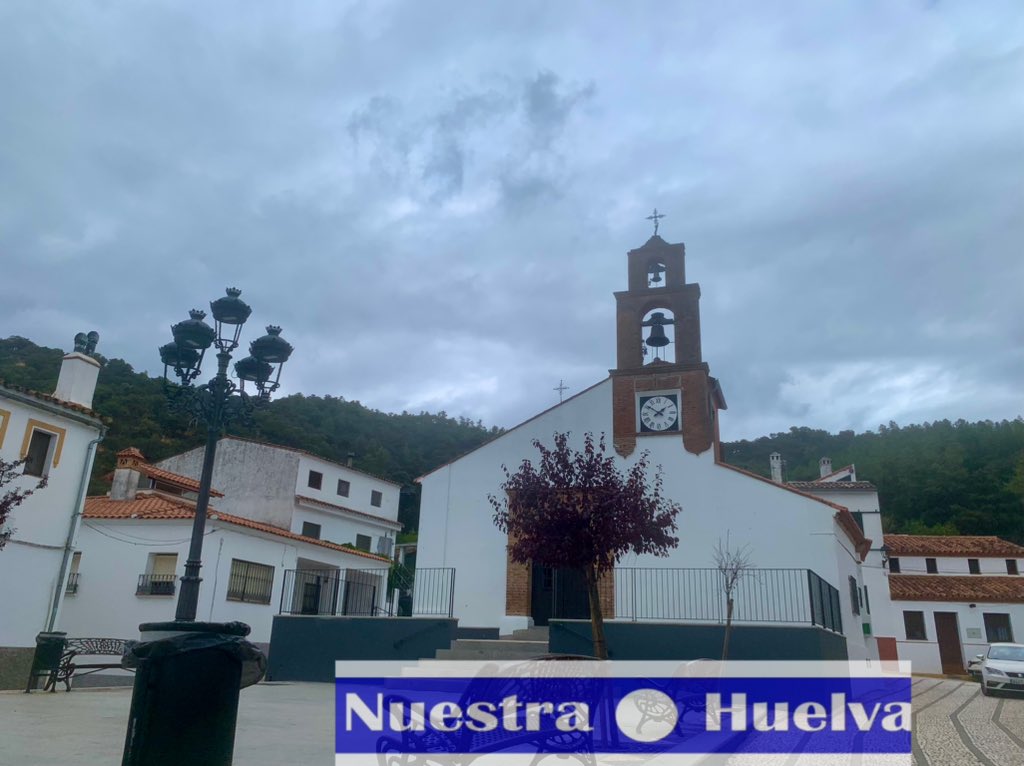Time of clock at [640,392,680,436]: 1:50
